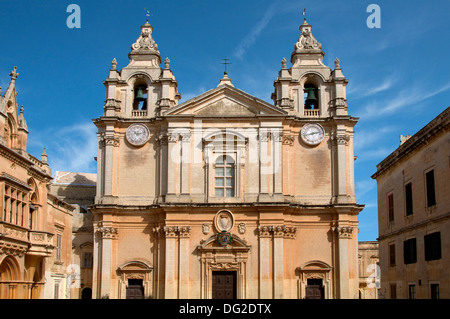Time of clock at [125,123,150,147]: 10:12
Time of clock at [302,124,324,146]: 2:42
